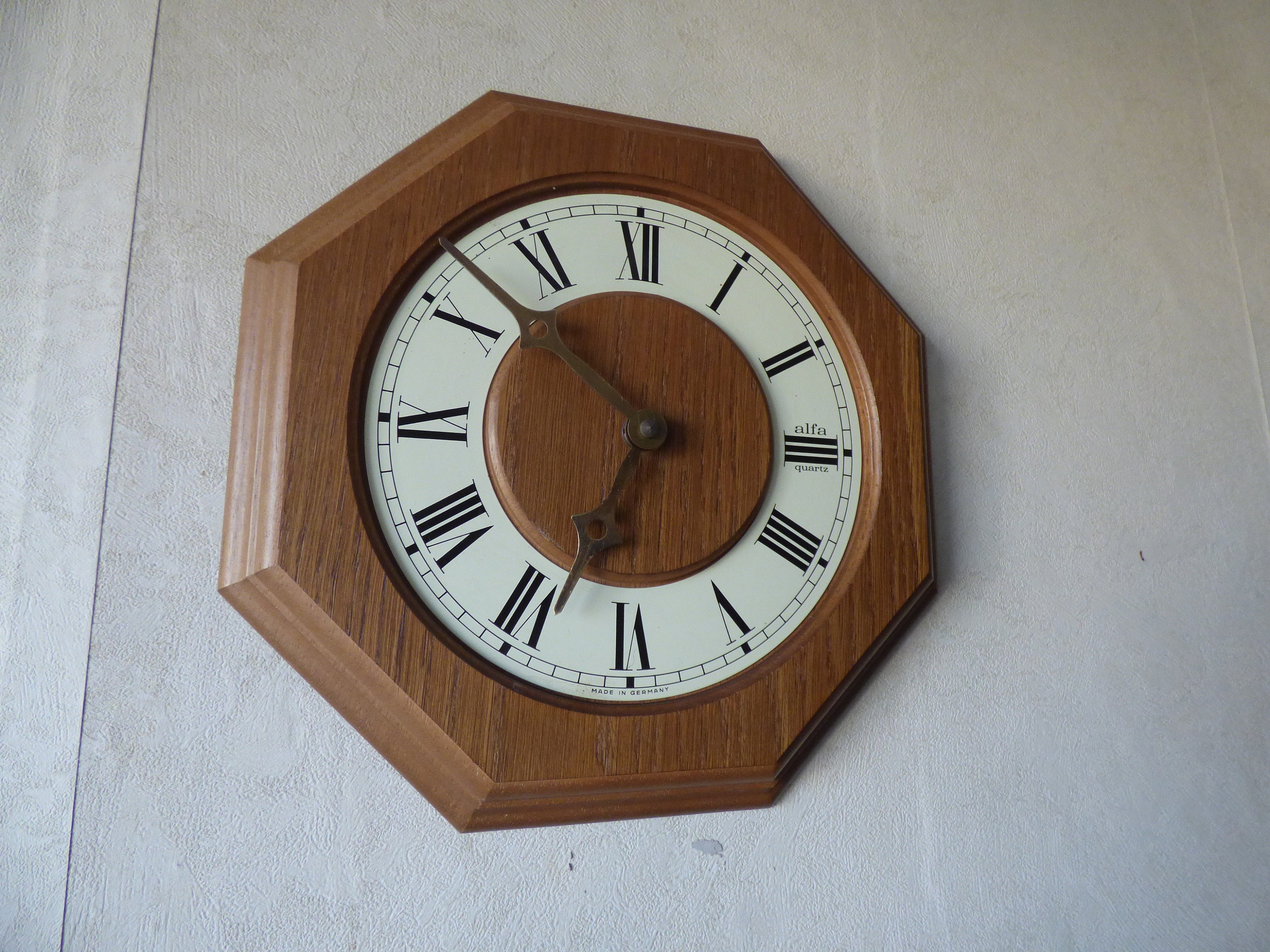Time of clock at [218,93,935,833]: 6:52
